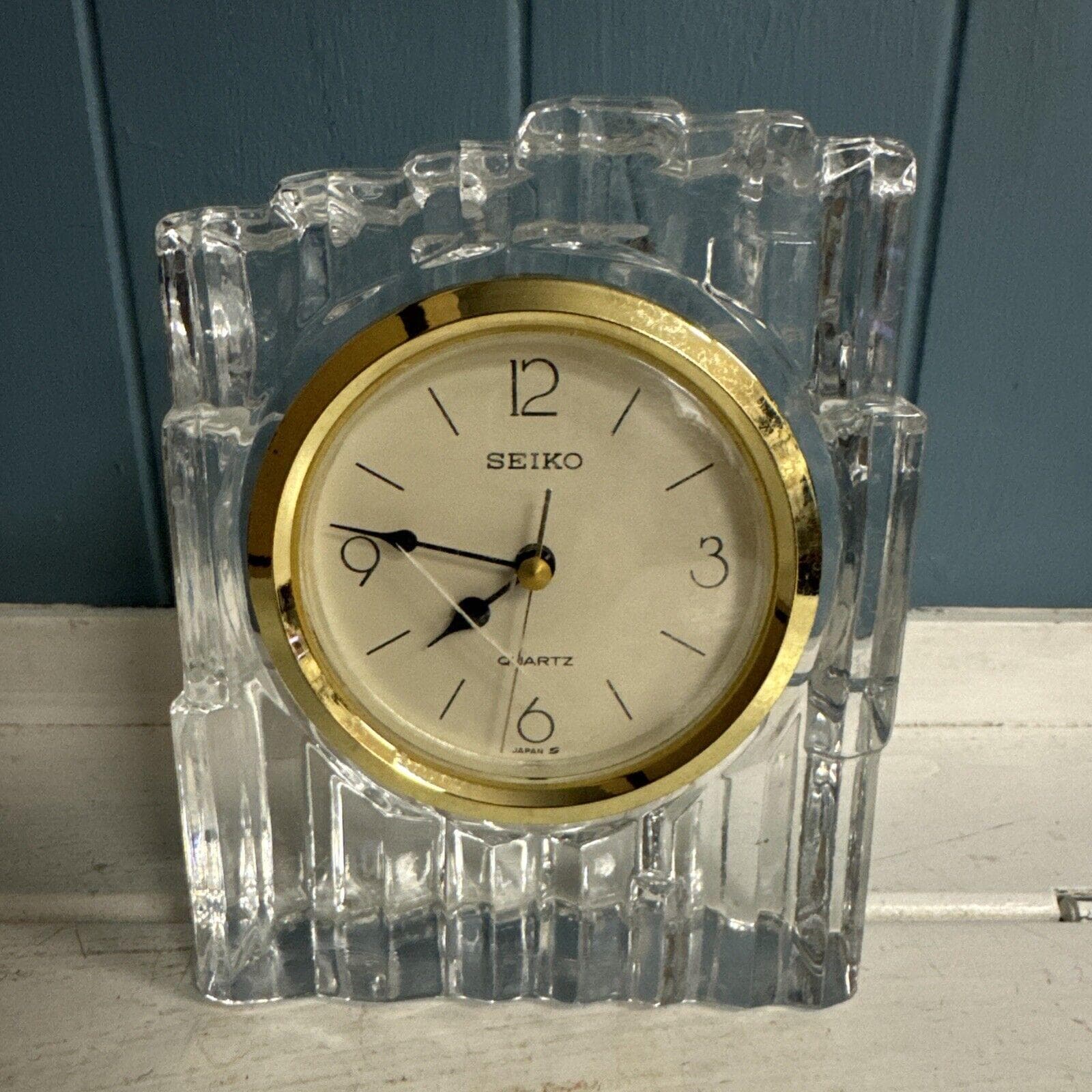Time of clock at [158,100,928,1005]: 7:46
